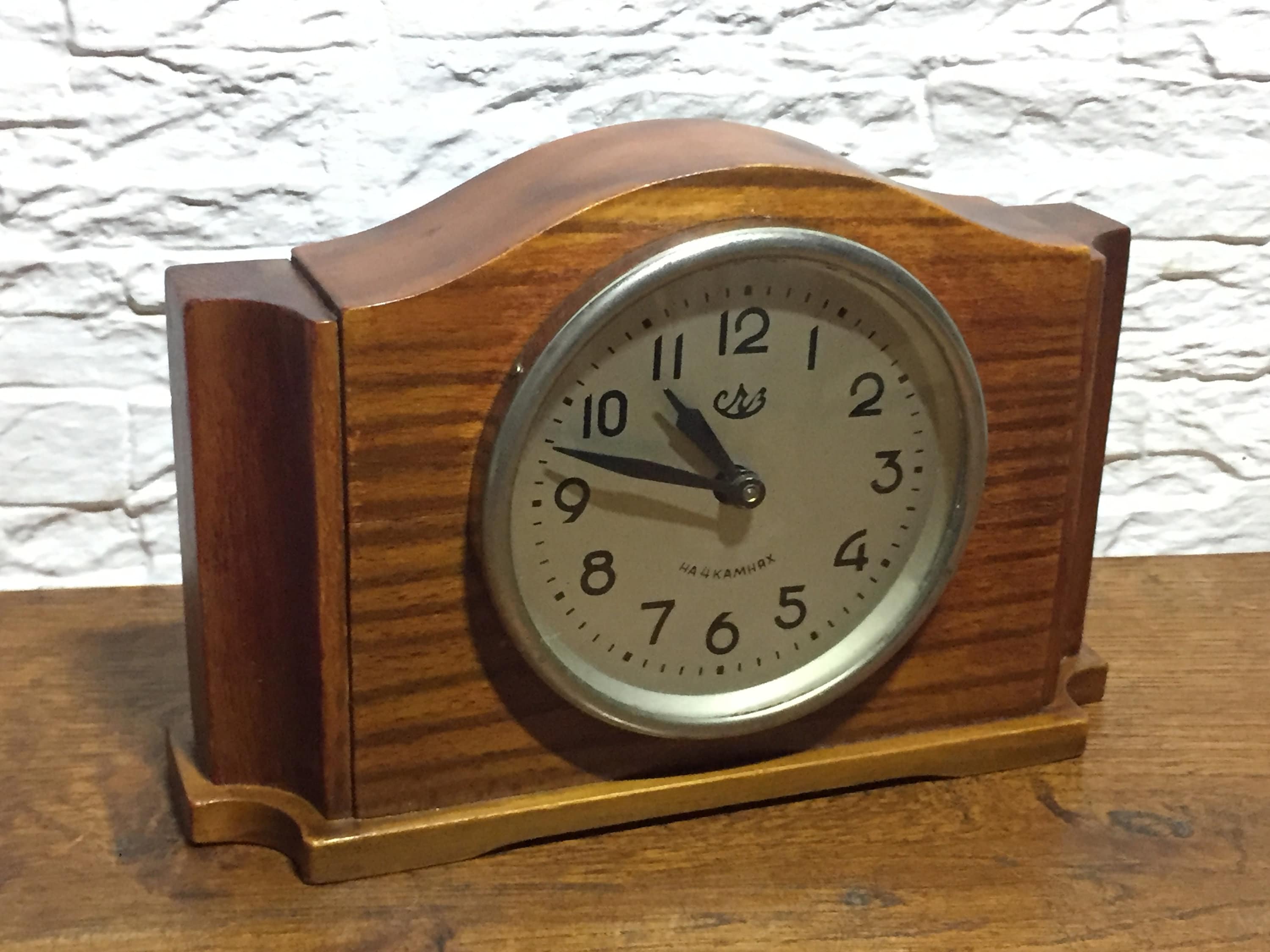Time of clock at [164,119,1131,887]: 10:47
